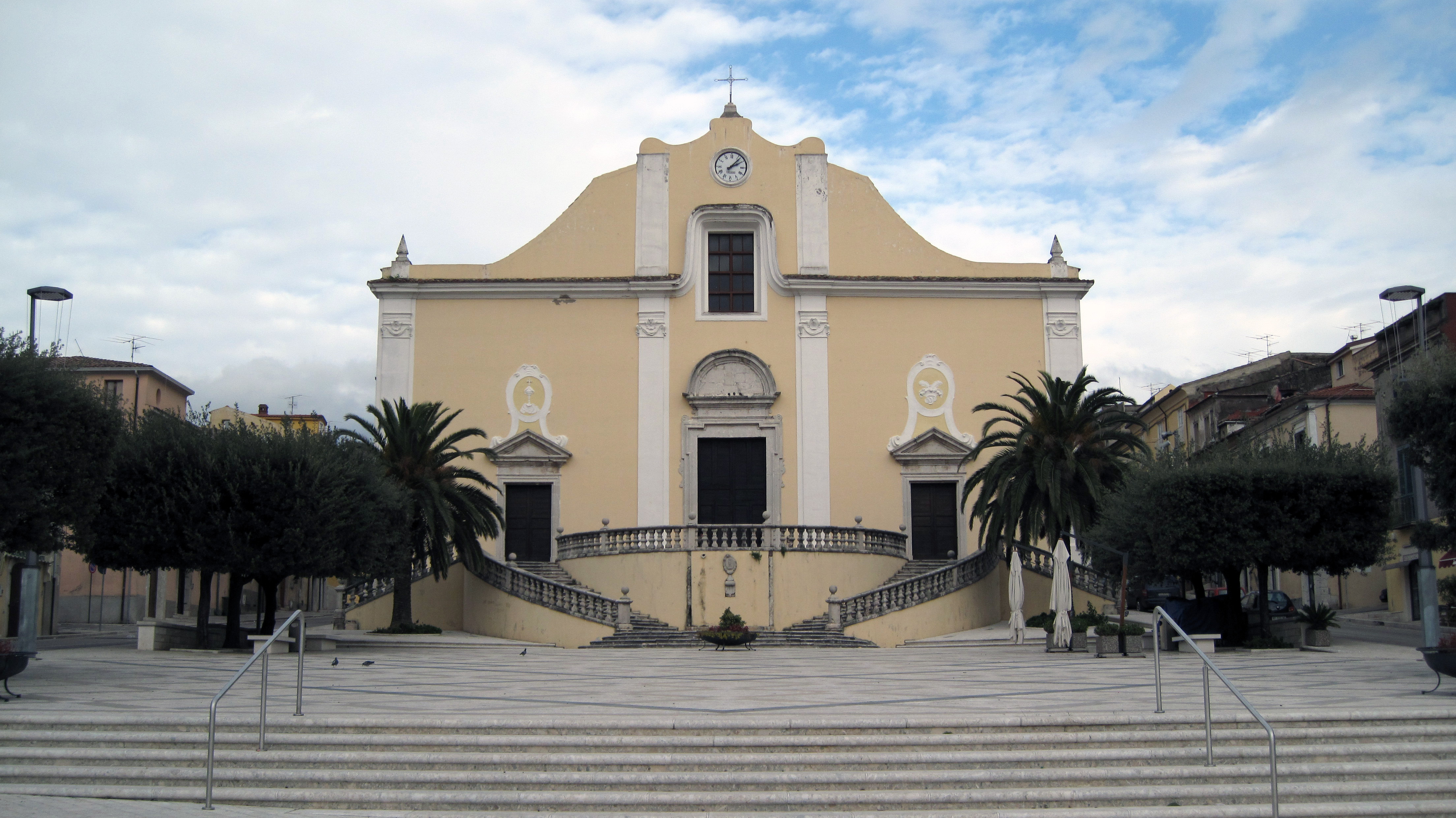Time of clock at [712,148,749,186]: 2:07
